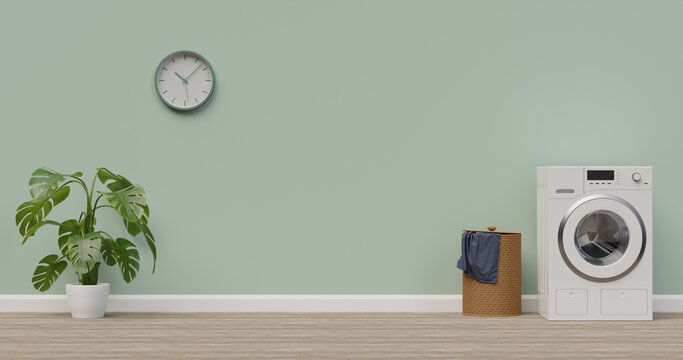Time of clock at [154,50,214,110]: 10:07
